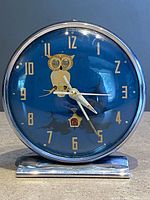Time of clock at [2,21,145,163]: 4:25
